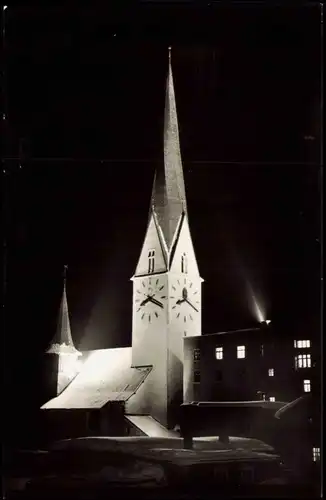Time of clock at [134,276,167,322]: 8:19
